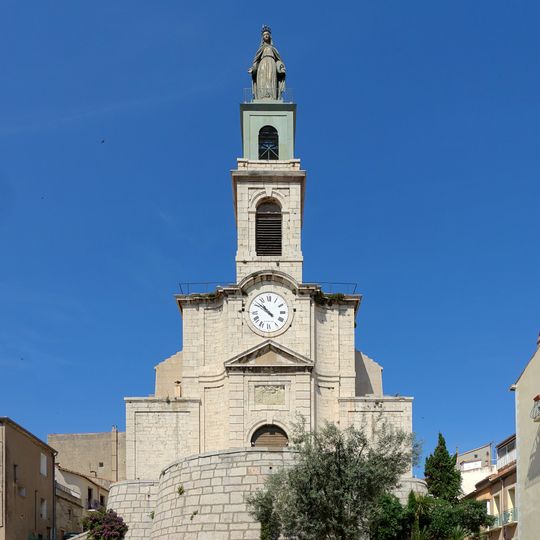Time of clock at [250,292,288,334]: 10:51
